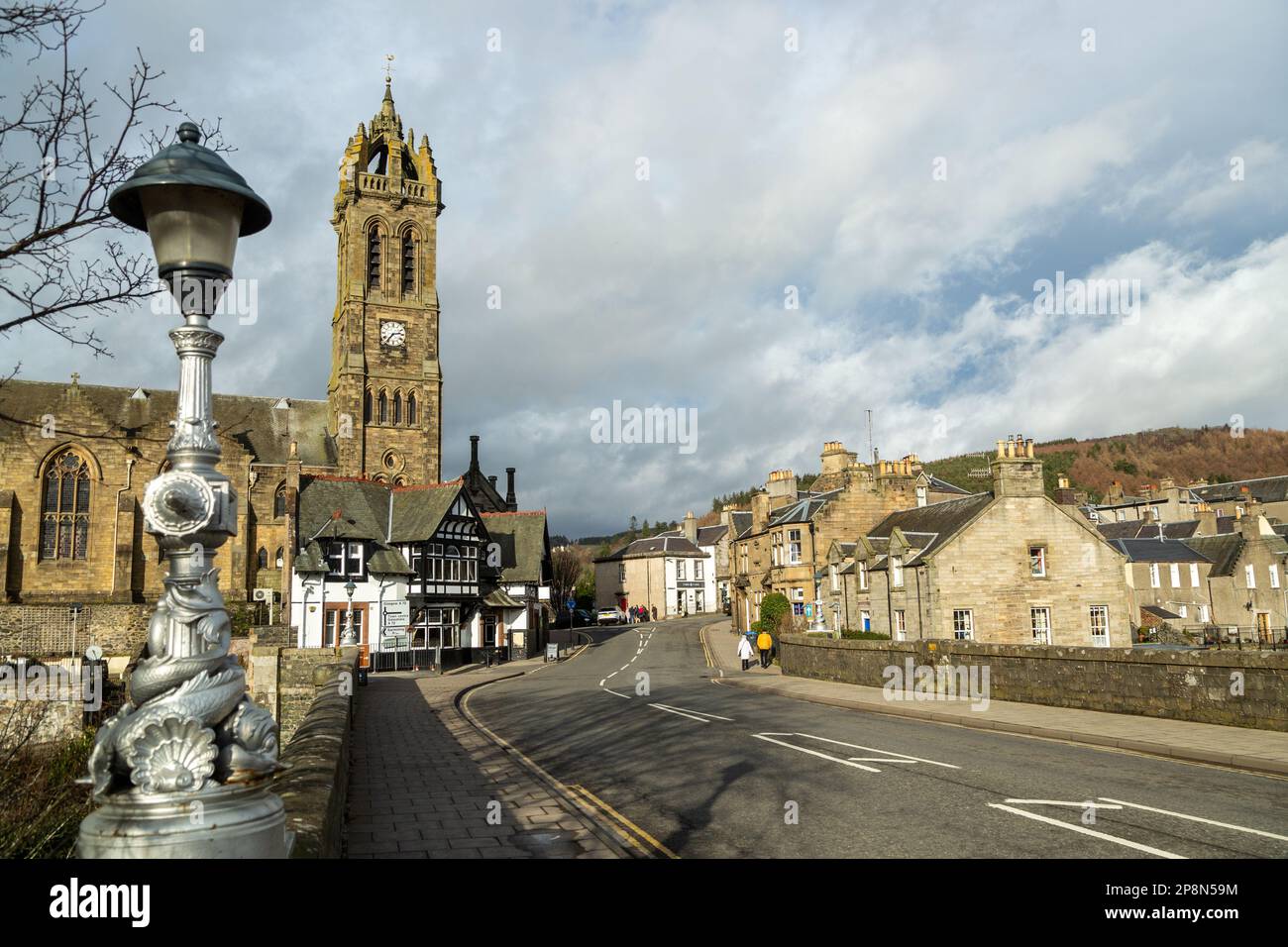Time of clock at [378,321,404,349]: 2:36
